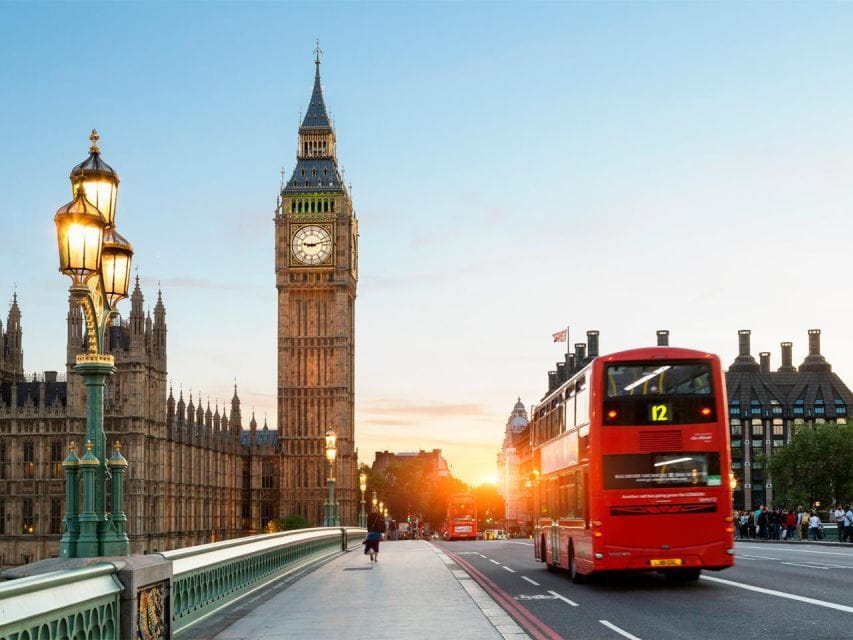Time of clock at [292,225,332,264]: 9:12
